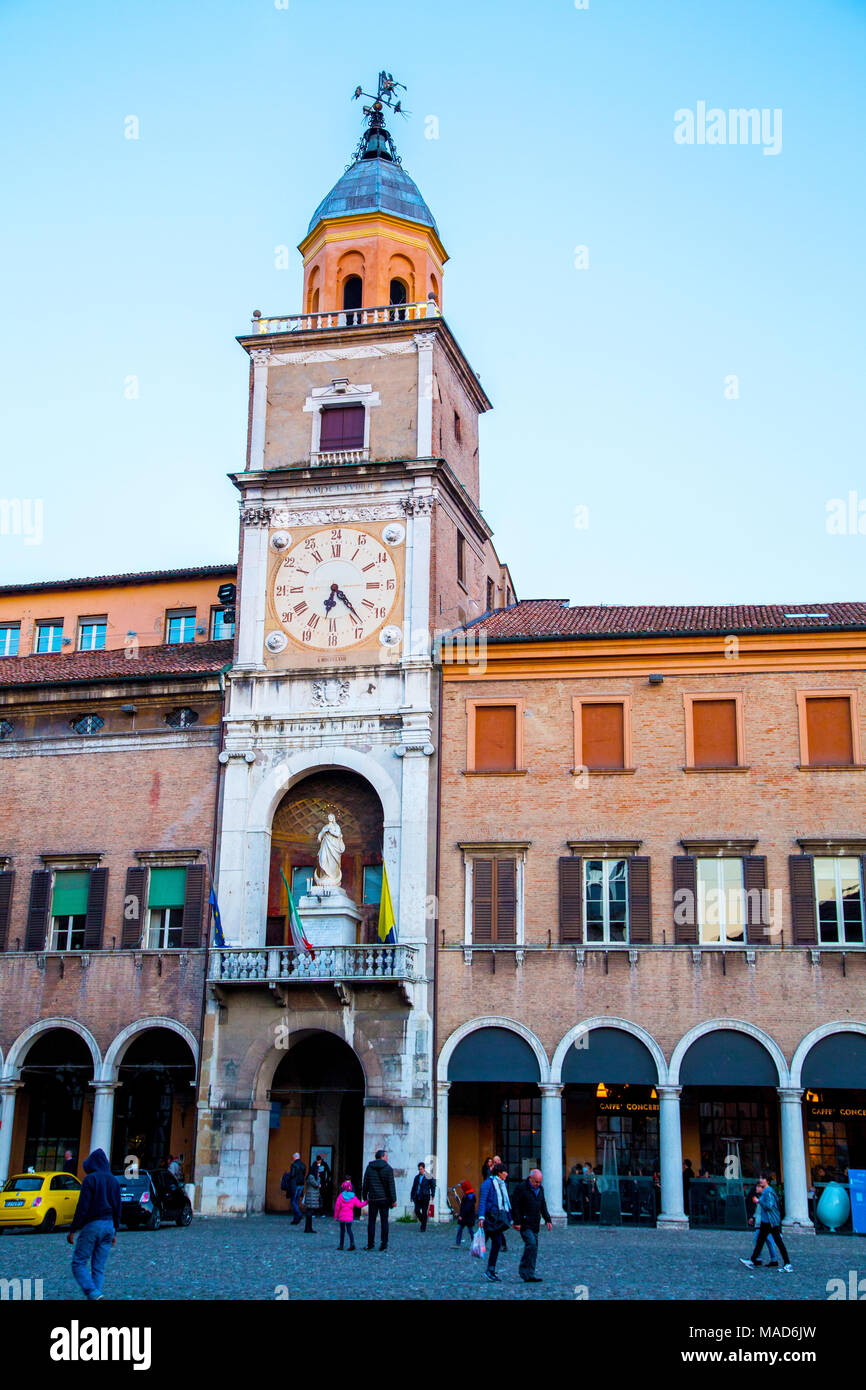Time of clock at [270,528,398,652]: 6:23
